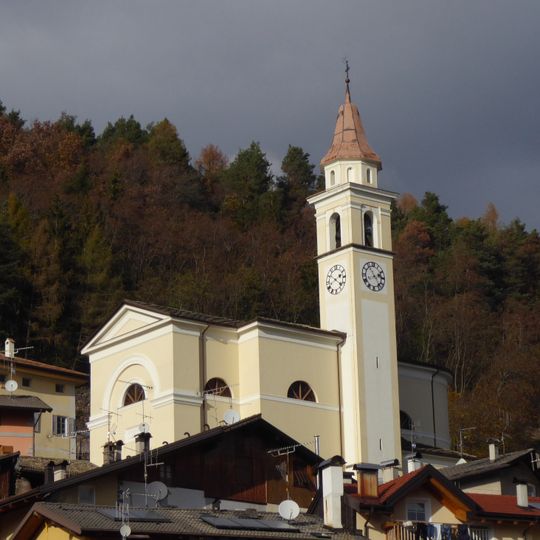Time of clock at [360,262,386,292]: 2:23
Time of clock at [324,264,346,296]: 2:21
